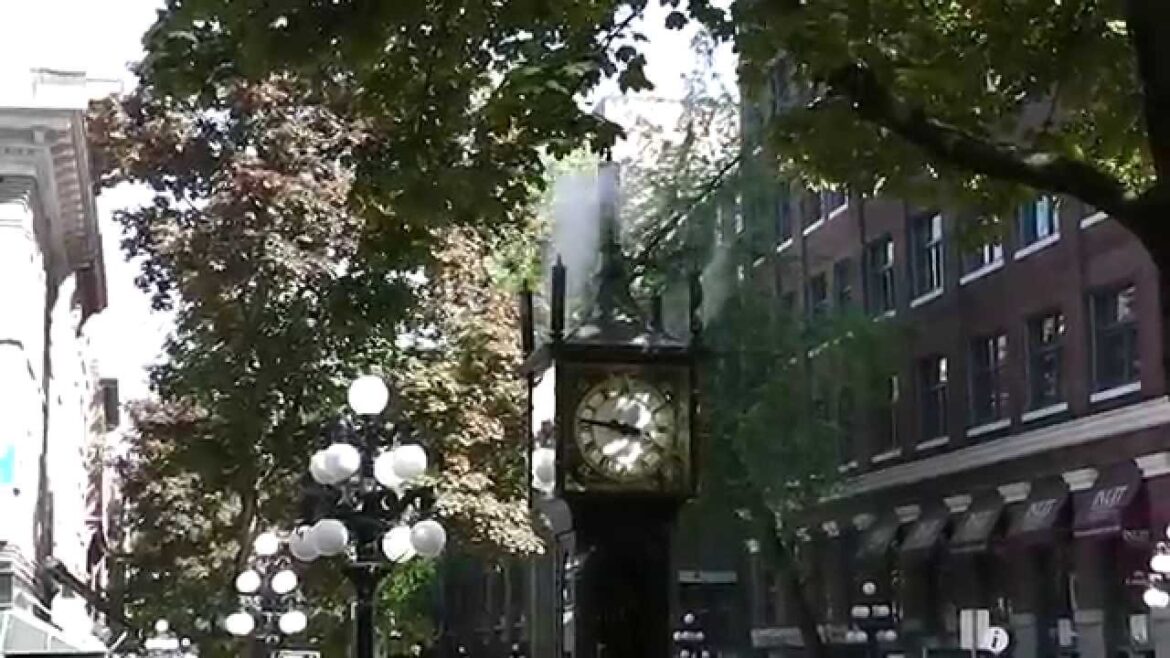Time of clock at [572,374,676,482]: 3:46
